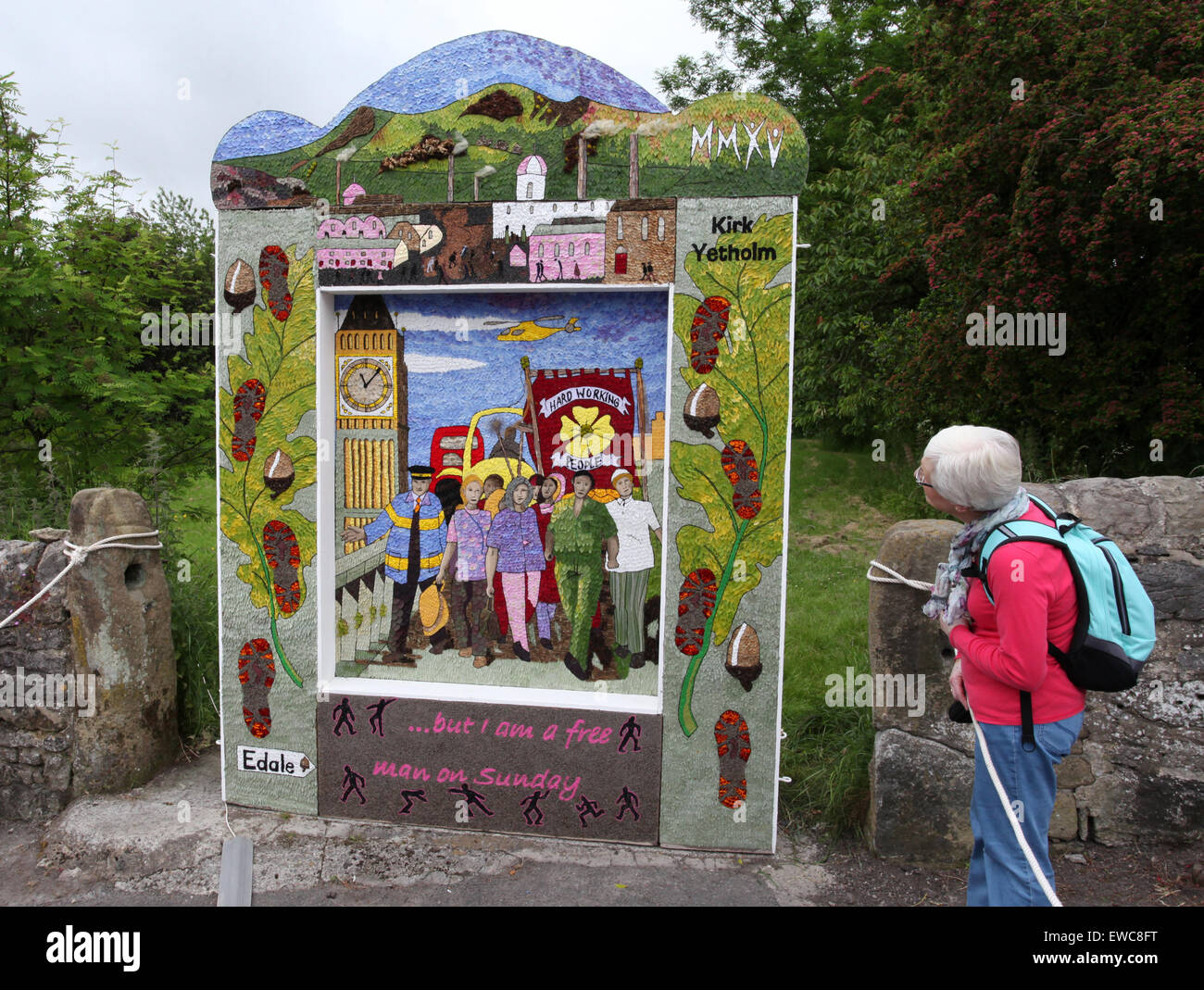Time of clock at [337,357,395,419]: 11:07
